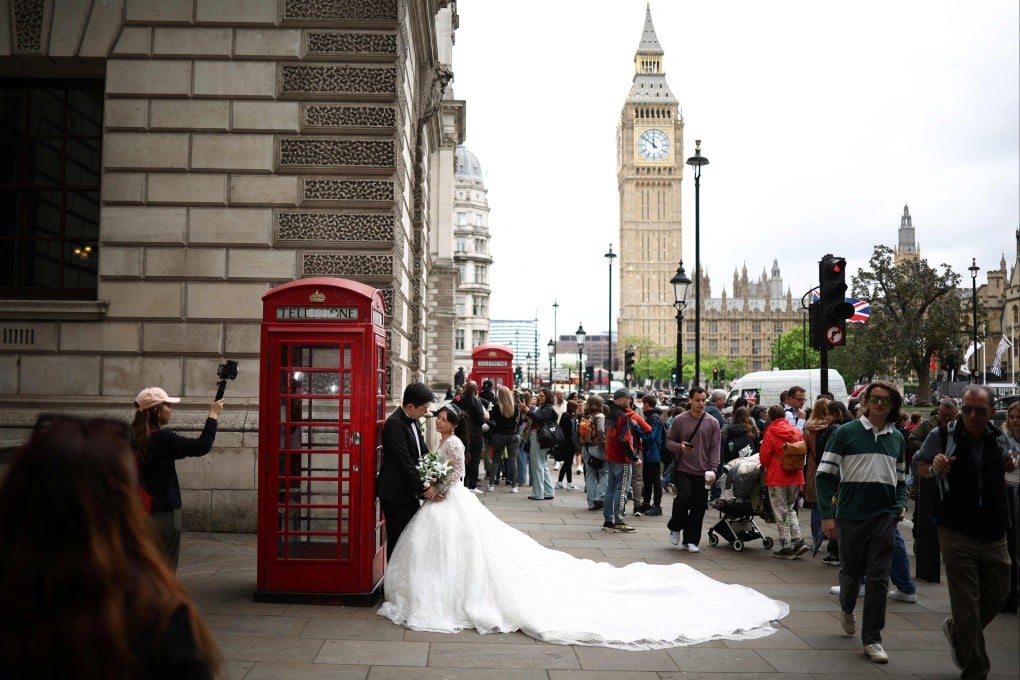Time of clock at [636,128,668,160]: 11:51
